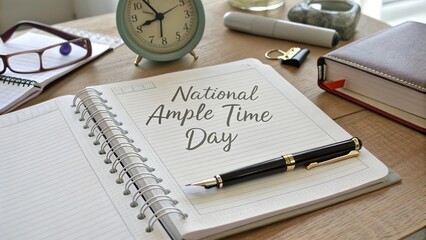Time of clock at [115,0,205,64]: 10:41
